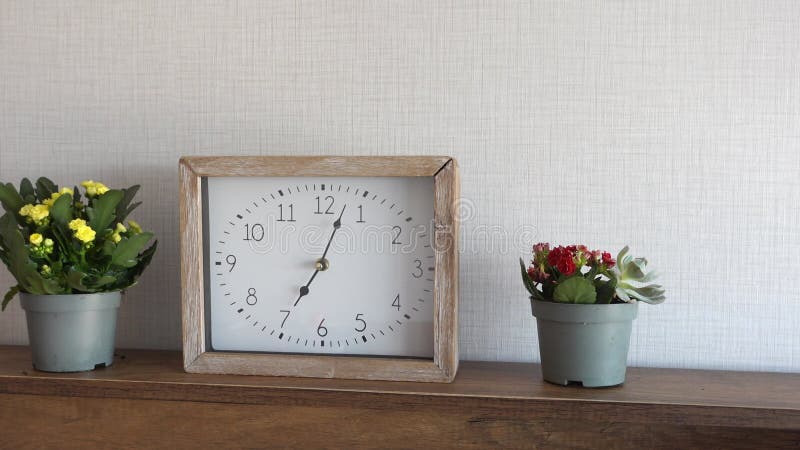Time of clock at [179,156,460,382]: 7:03
